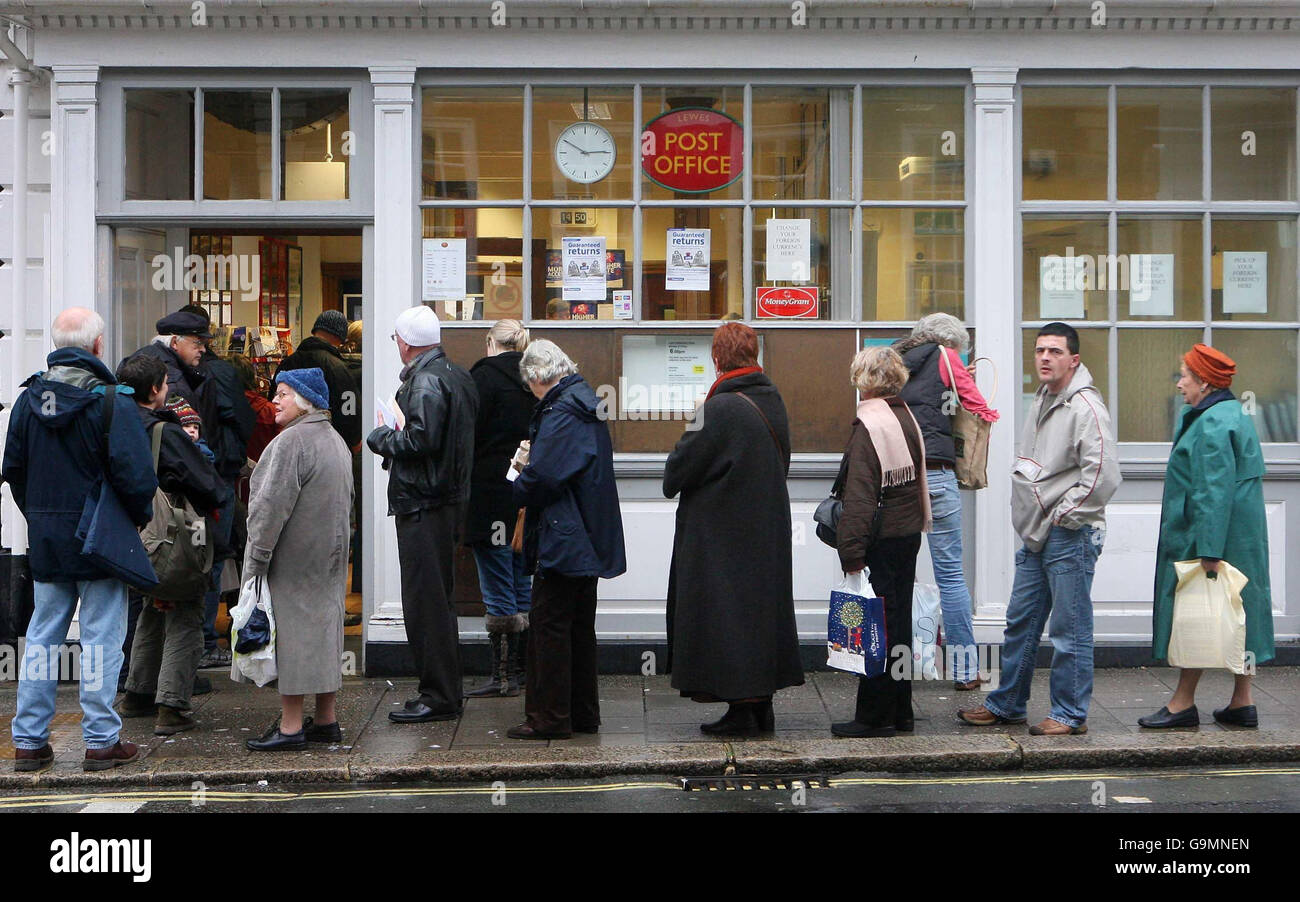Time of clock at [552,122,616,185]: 2:50
